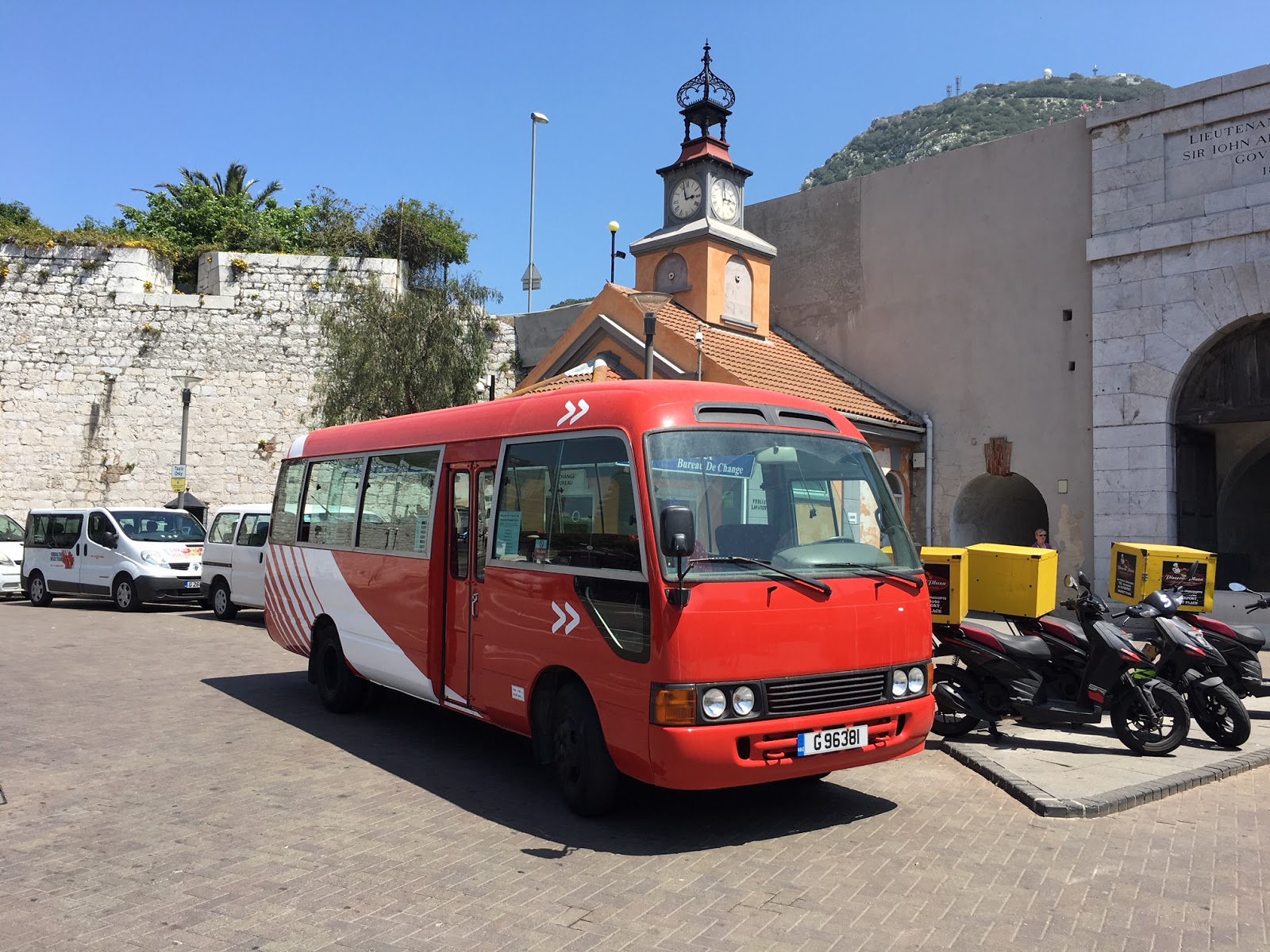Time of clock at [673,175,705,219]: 2:57
